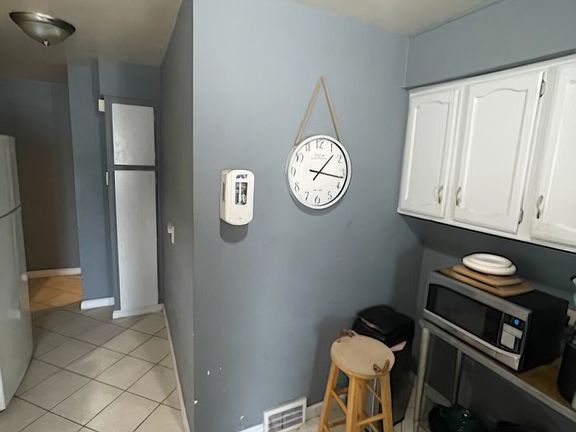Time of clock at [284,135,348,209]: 1:16
